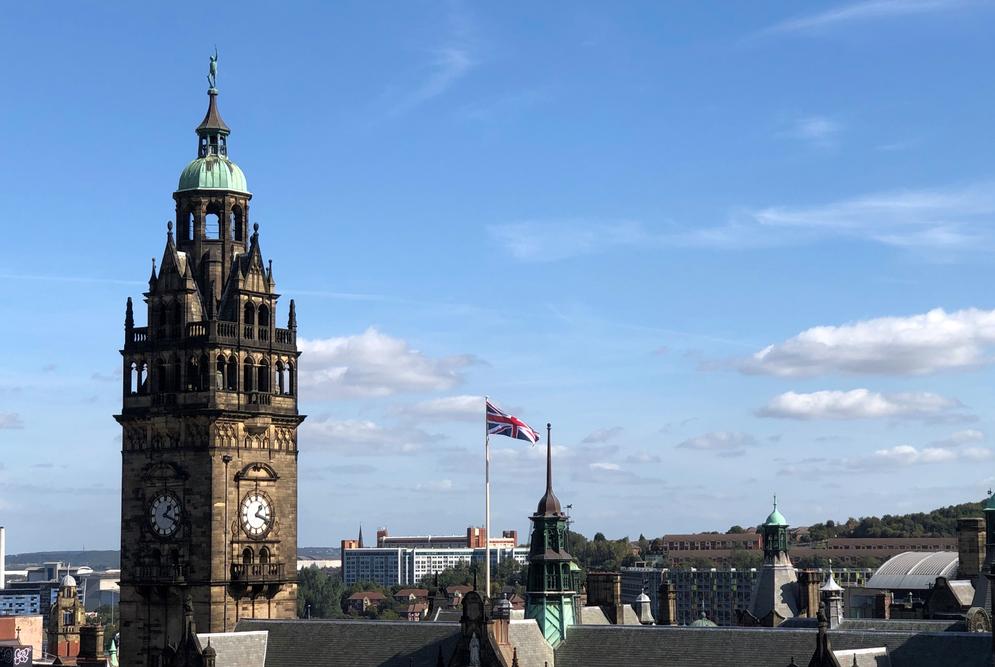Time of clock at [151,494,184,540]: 1:18
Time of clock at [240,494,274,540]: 1:18
